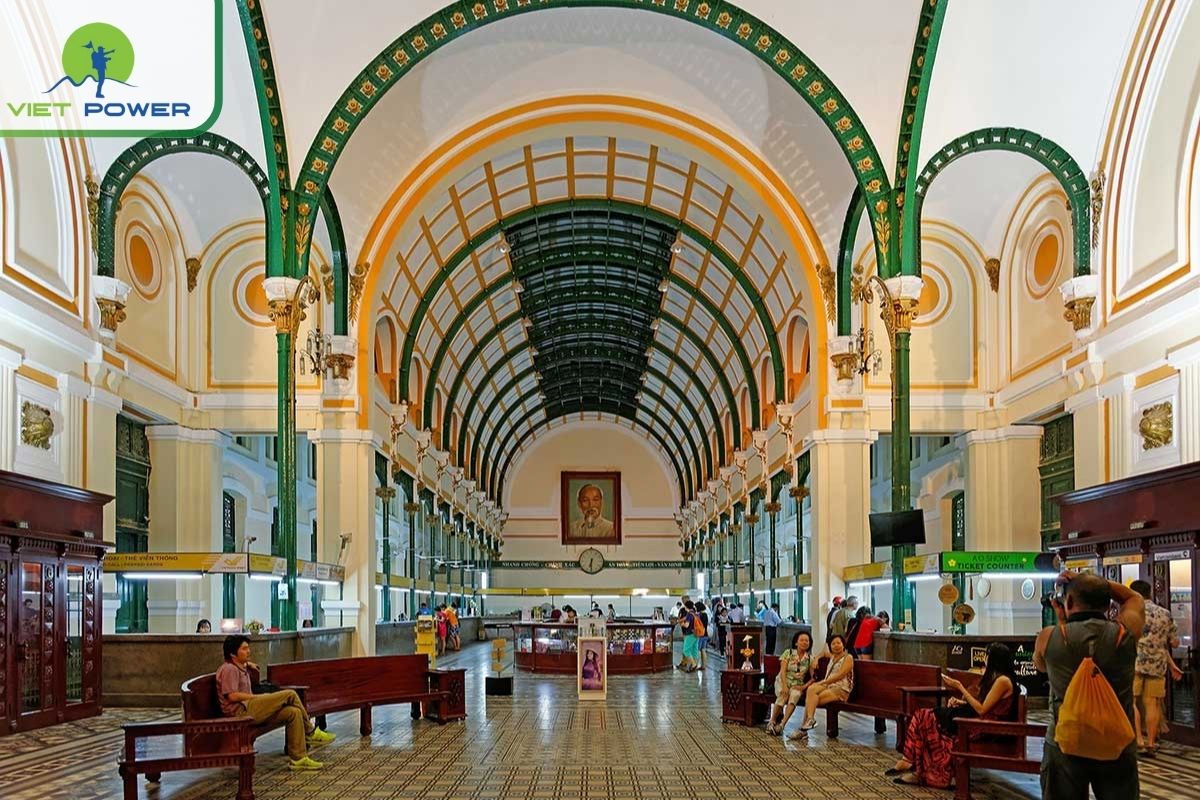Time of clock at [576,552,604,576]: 6:30
